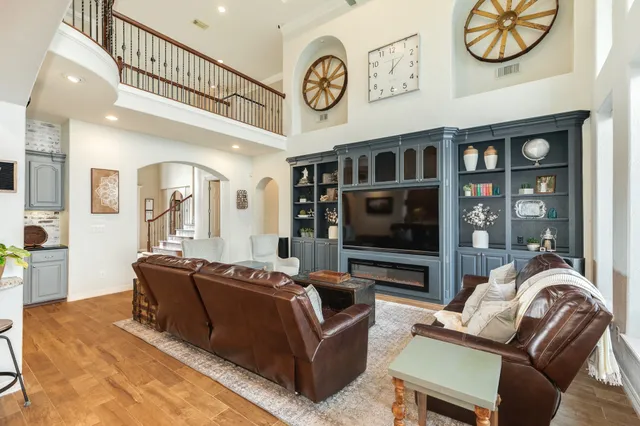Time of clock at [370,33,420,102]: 12:07
